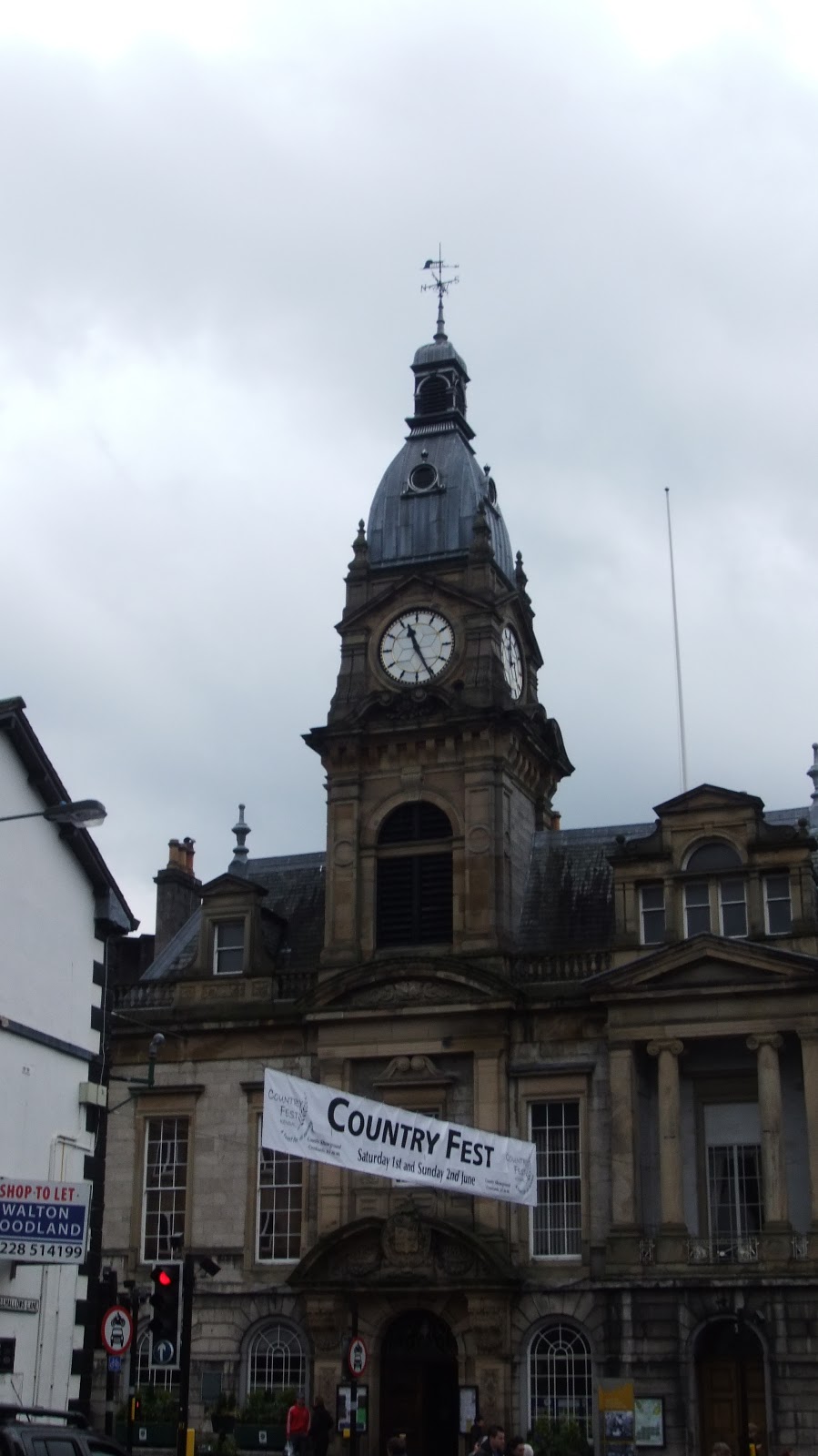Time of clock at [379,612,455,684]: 11:25
